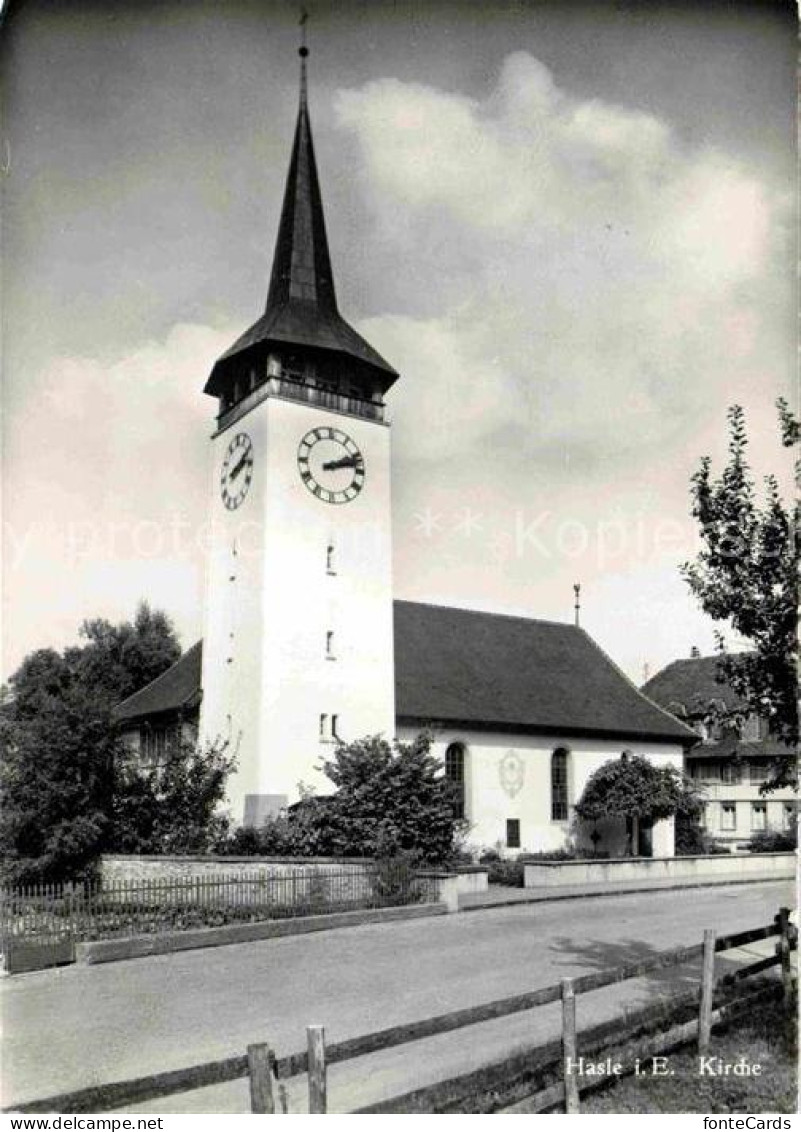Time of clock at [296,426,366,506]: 2:12
